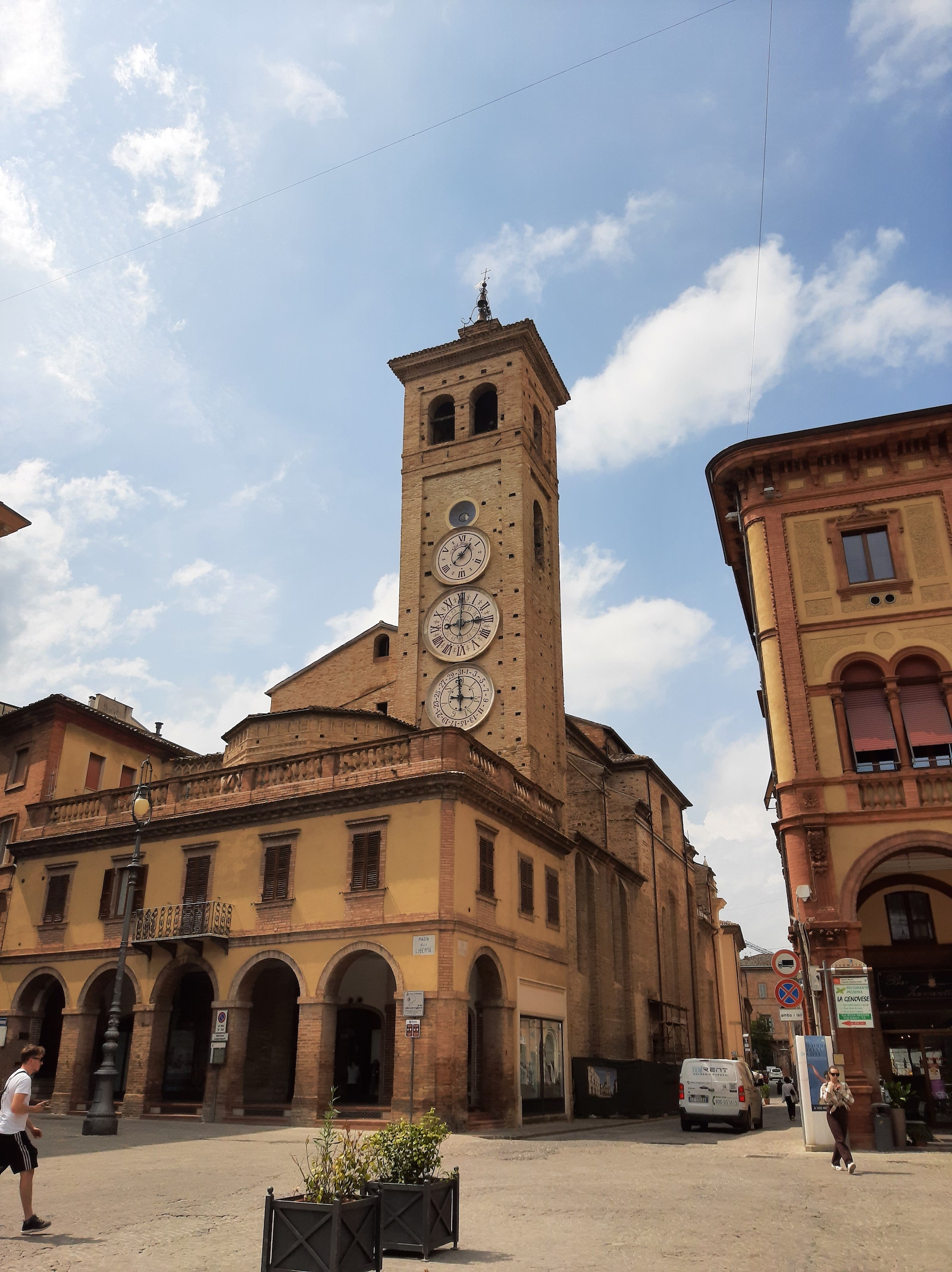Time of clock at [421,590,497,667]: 9:00
